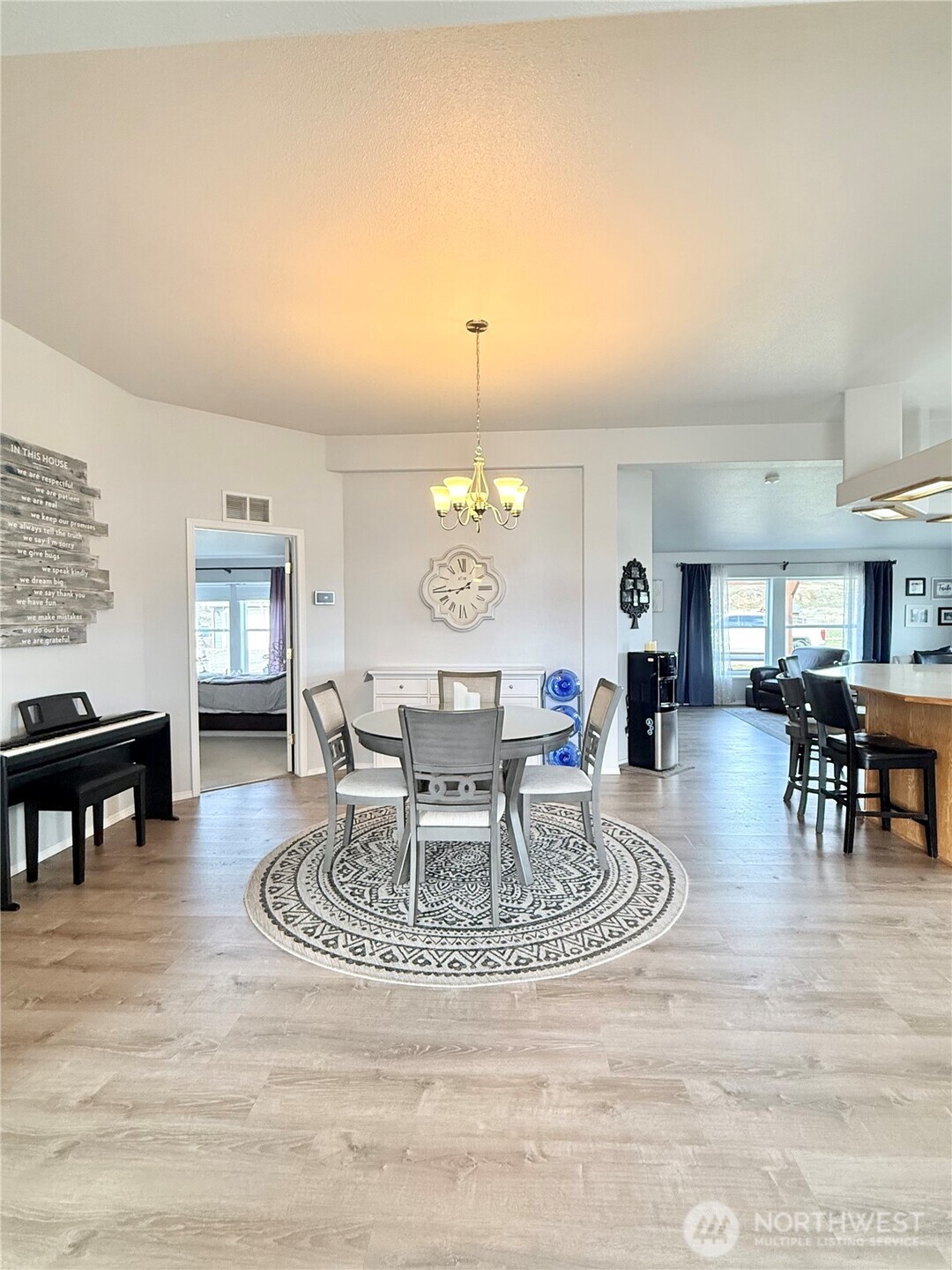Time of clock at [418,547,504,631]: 1:43
